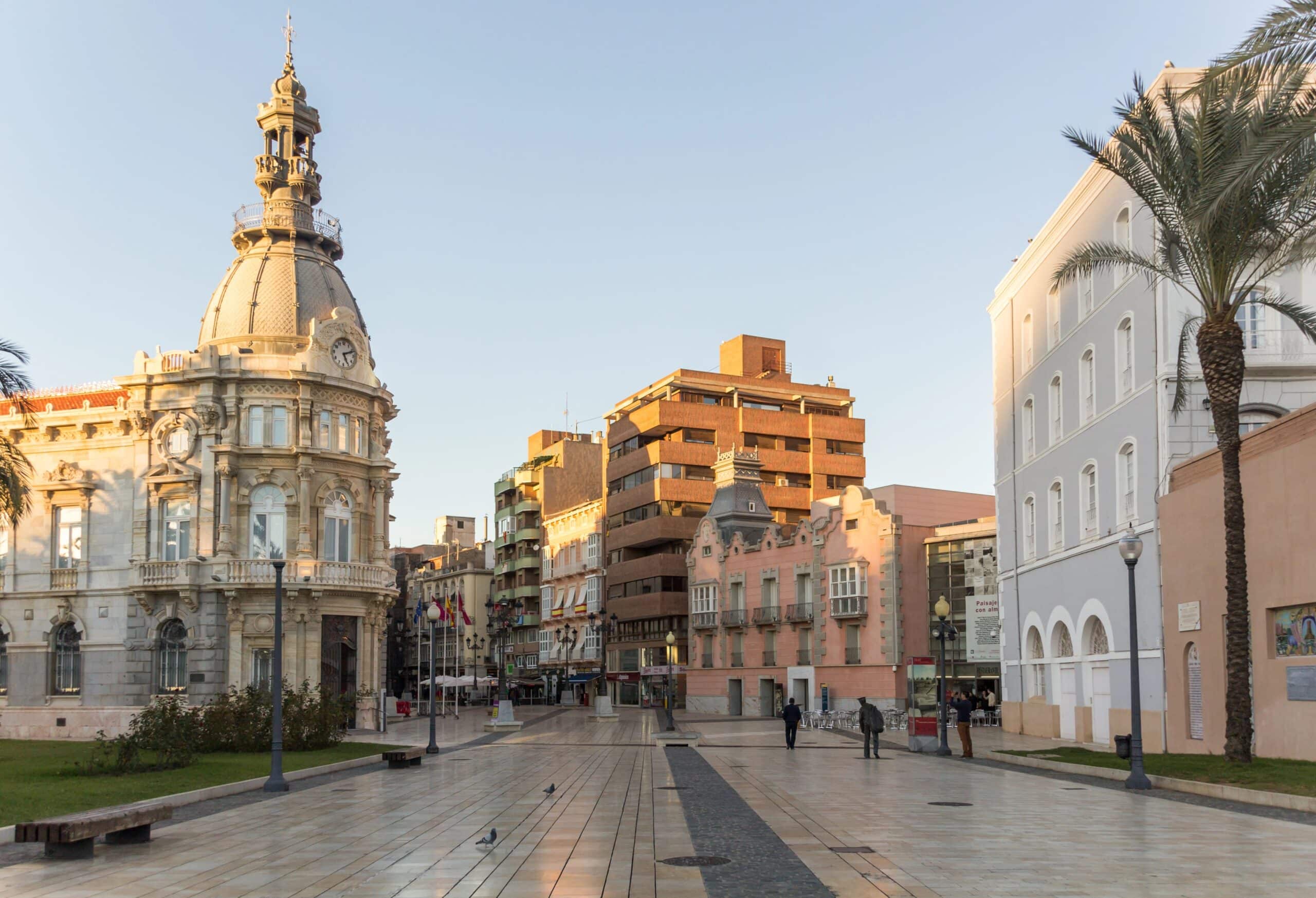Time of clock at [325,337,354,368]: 5:11
